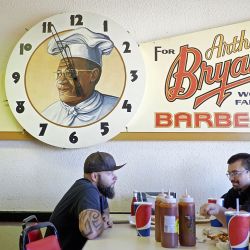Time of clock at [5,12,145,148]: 4:56
